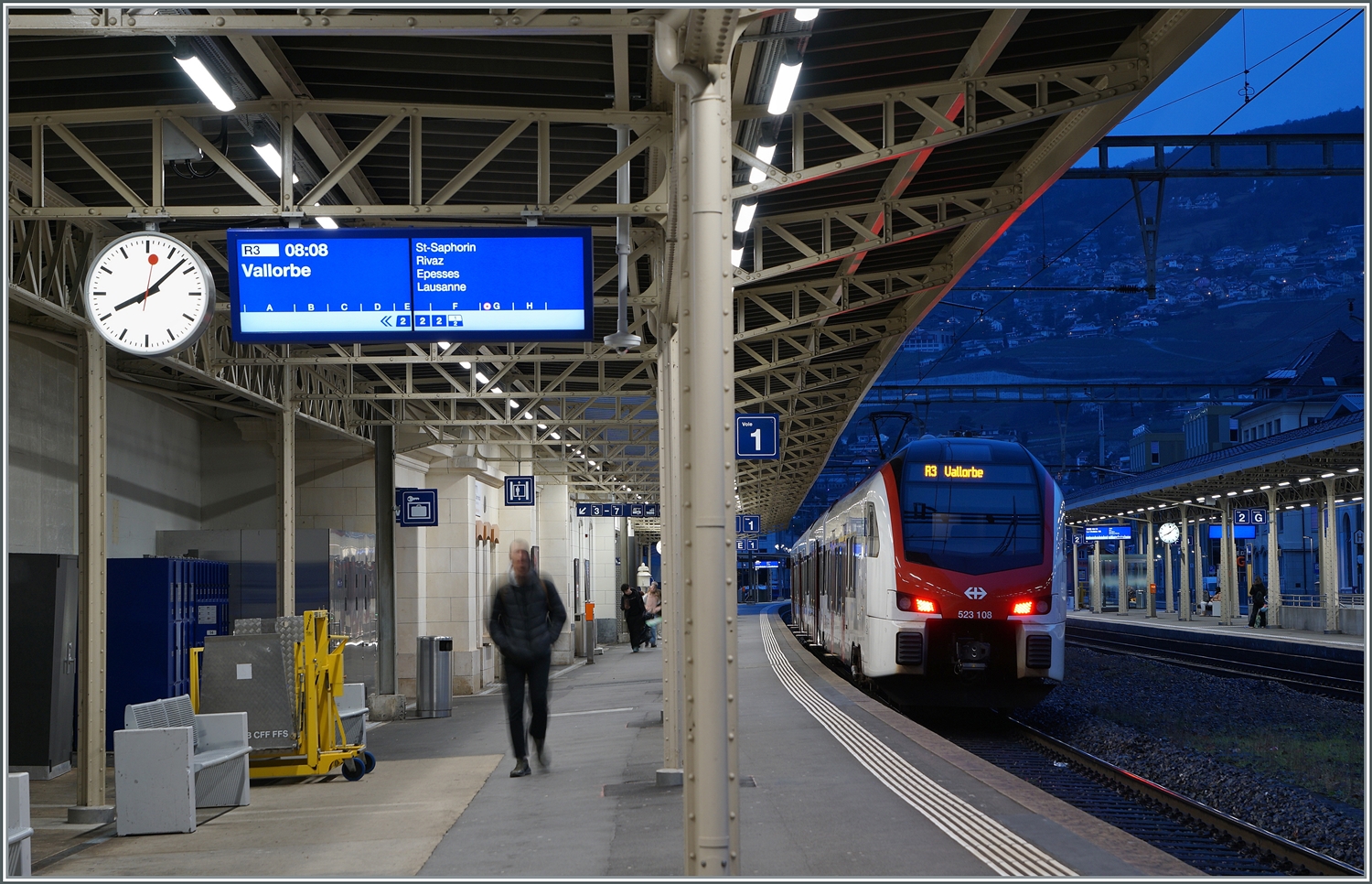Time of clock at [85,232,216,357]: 8:07
